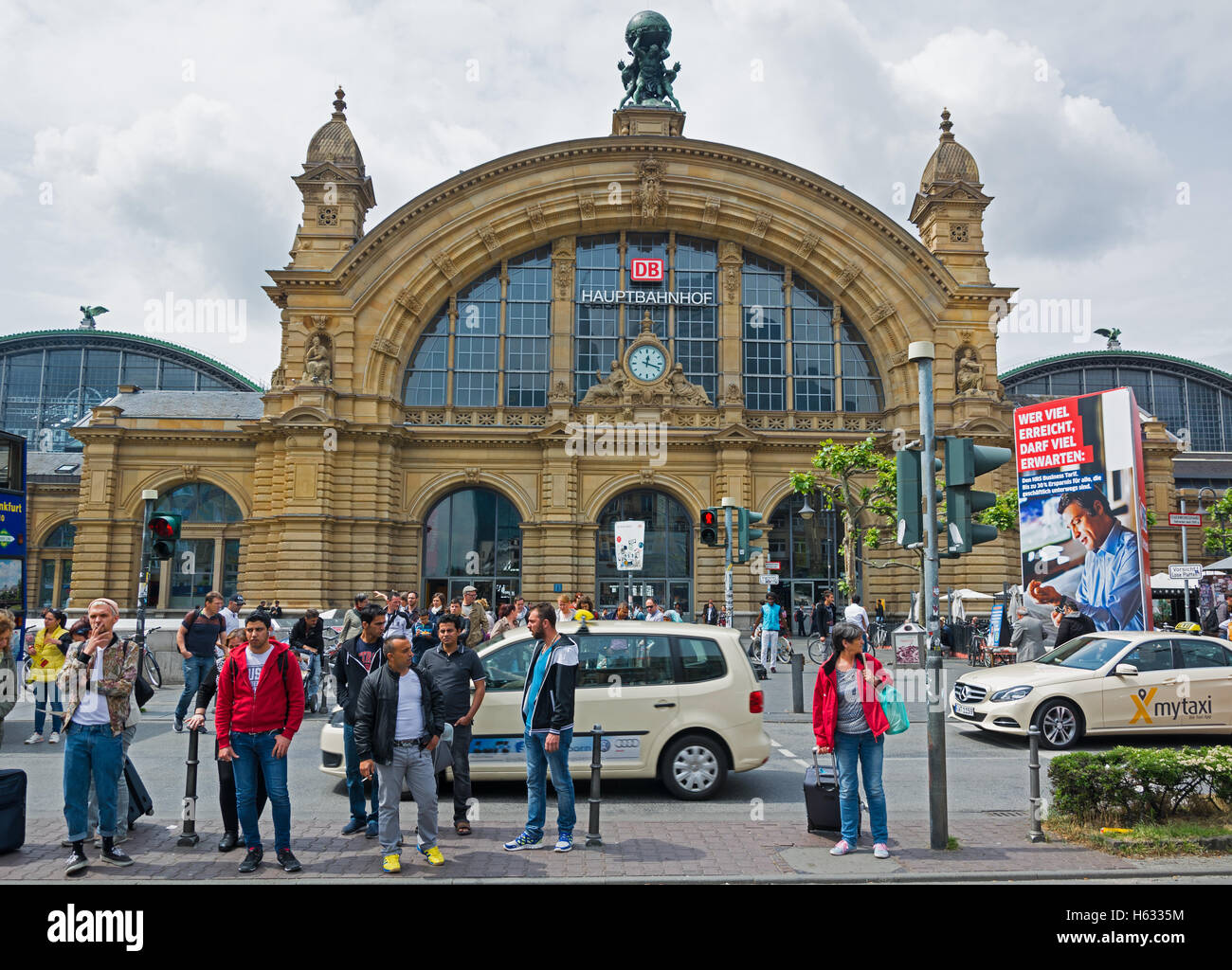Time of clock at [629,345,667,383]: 12:18
